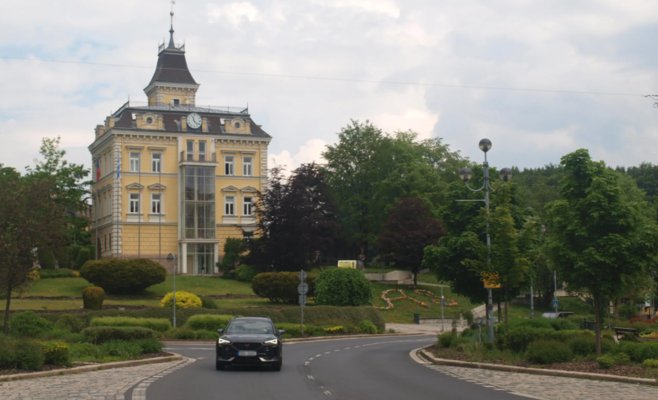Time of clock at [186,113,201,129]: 11:22
